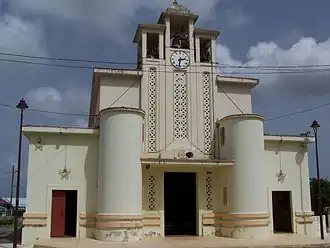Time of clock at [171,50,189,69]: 2:31
